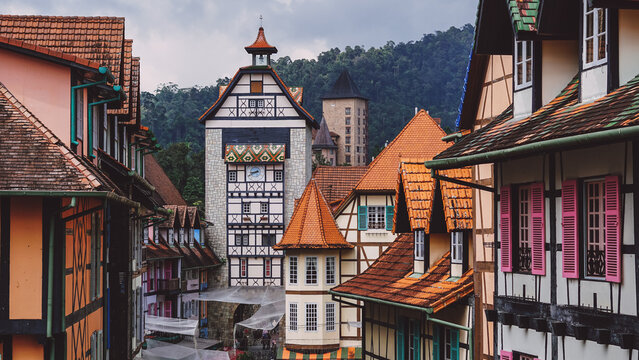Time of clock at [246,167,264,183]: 8:40
